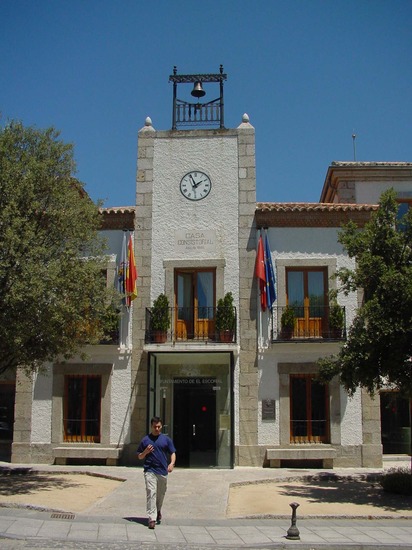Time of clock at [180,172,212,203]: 1:56
